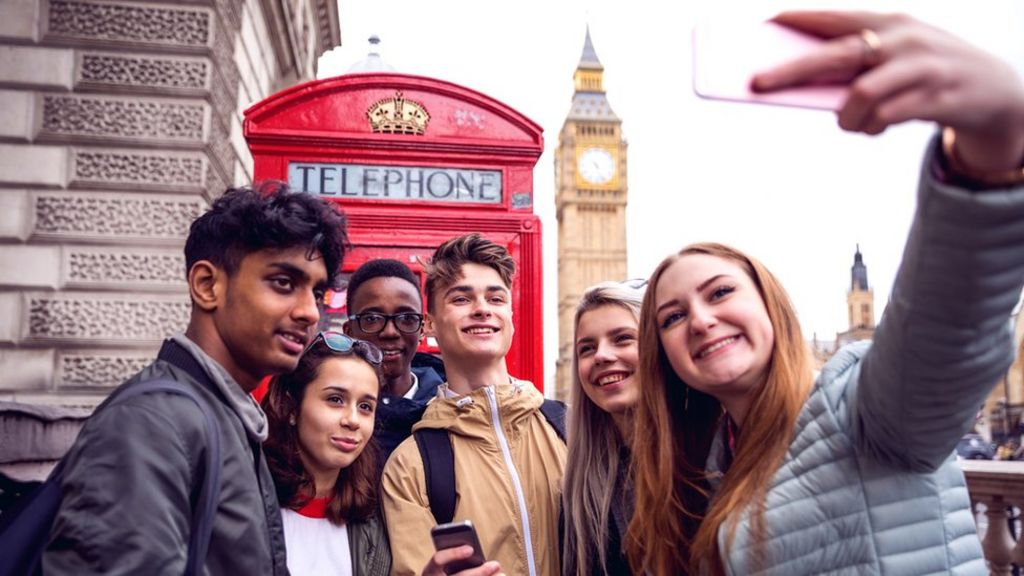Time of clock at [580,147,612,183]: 4:26
